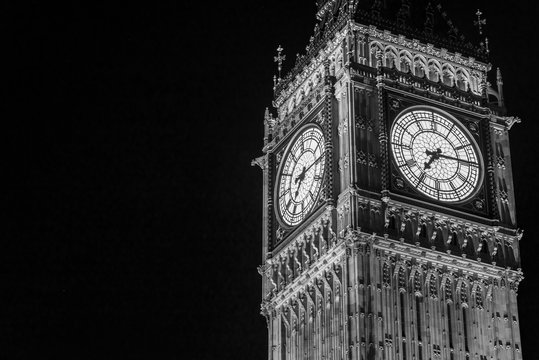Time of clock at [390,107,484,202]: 7:14
